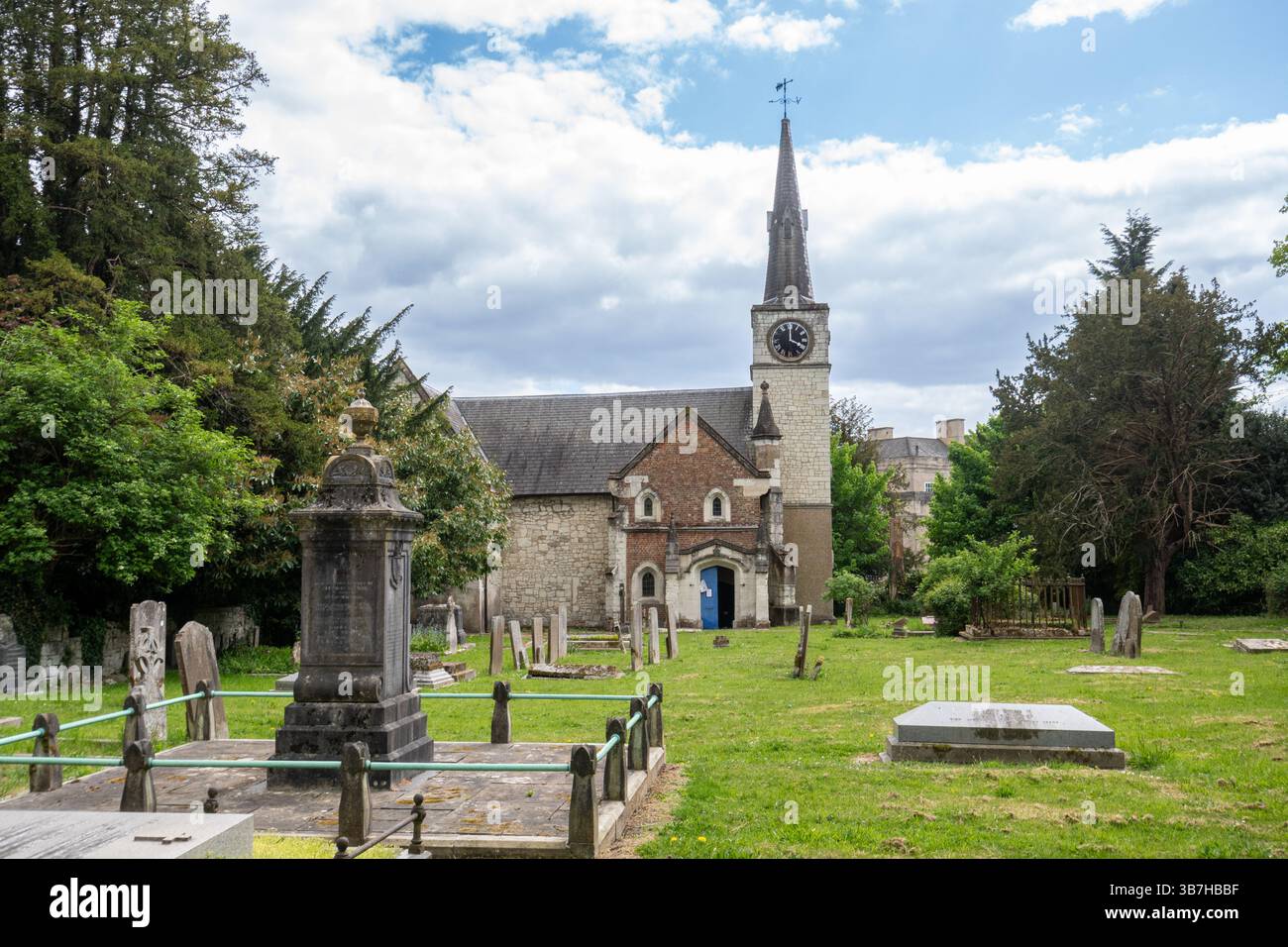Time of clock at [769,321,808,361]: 4:00
